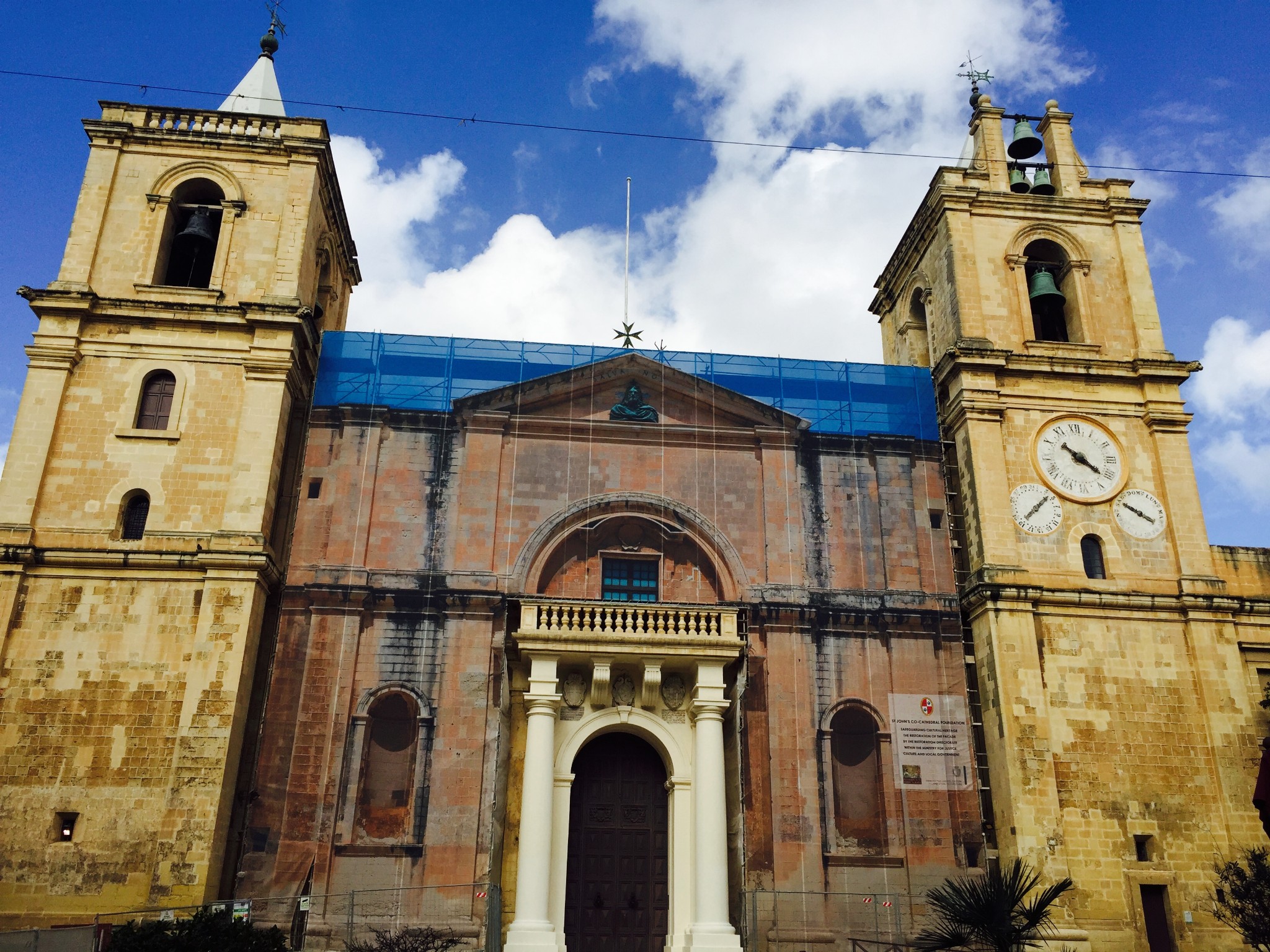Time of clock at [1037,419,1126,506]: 10:21
